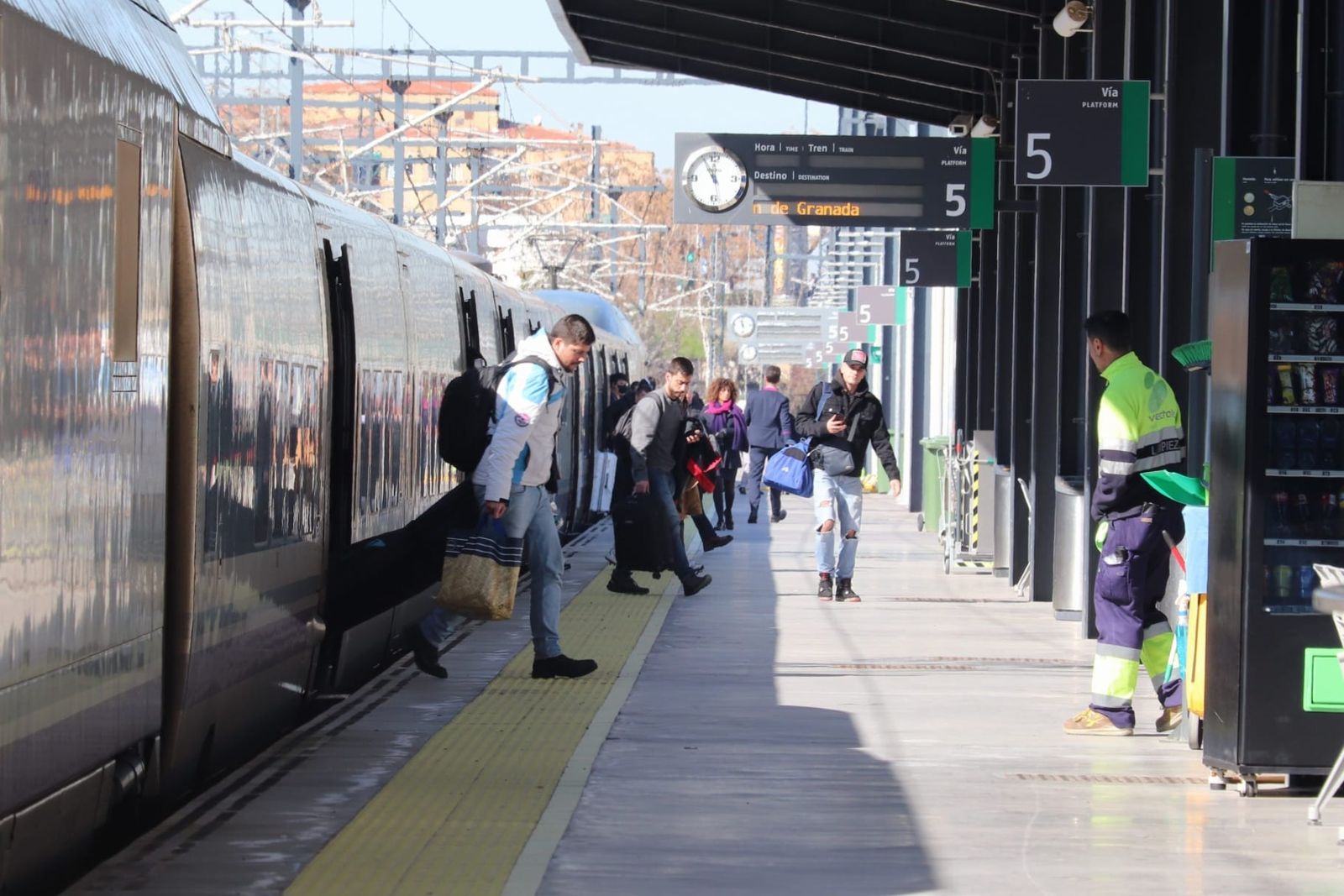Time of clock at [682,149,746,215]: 11:55
